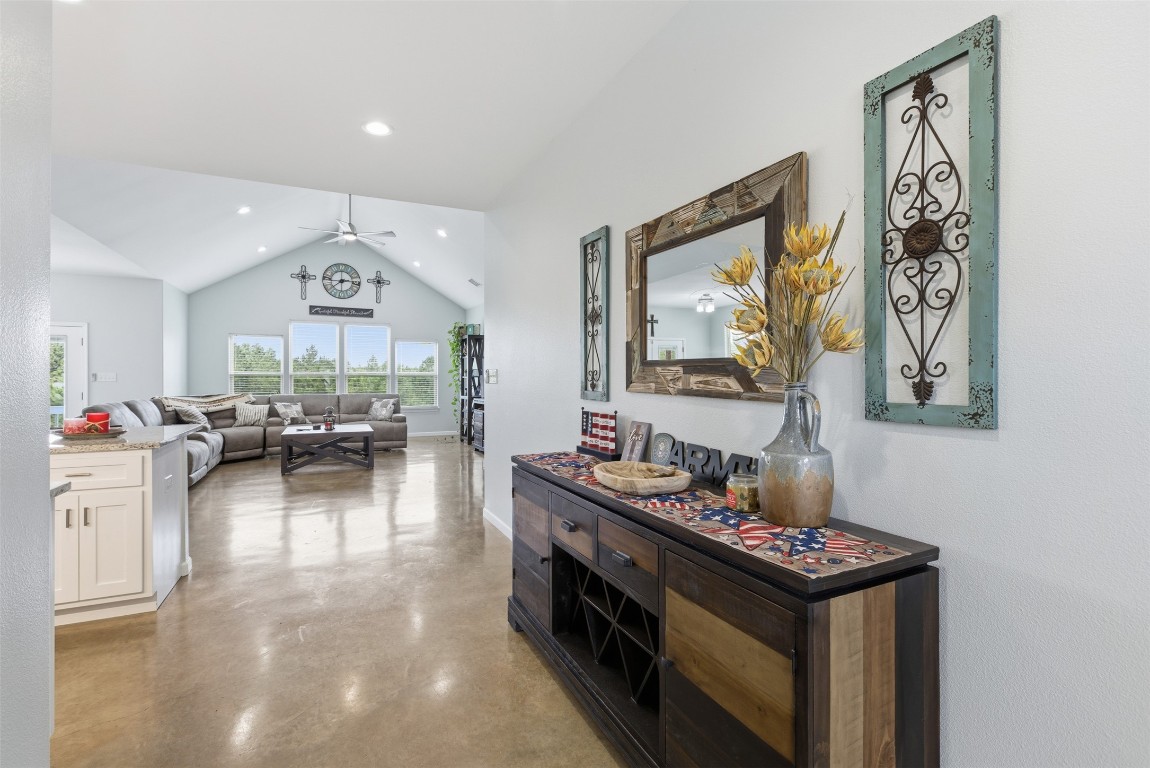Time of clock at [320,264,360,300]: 2:38
